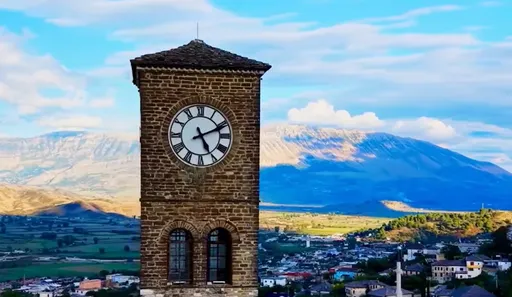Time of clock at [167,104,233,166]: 5:11
